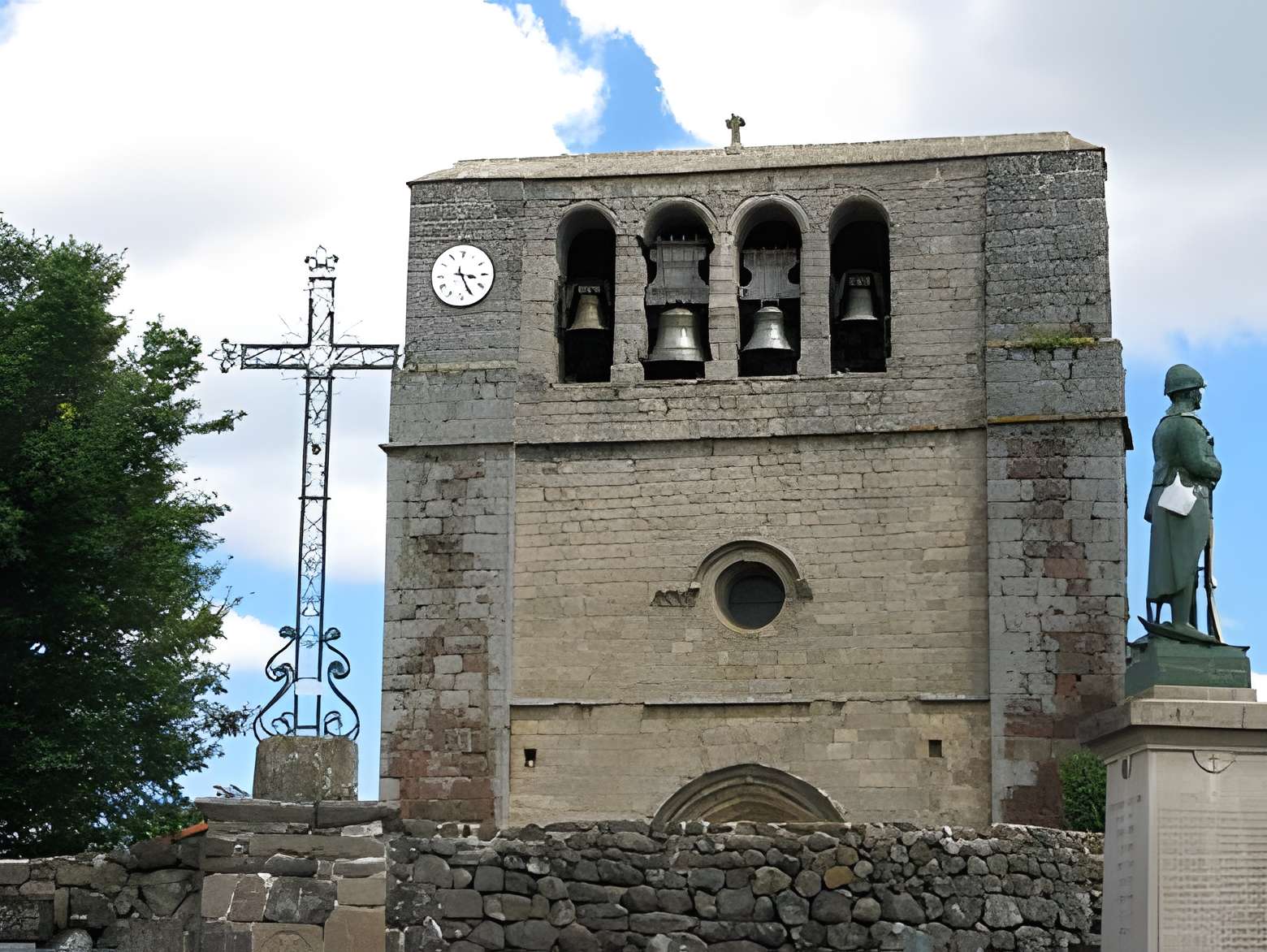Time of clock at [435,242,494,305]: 3:25
